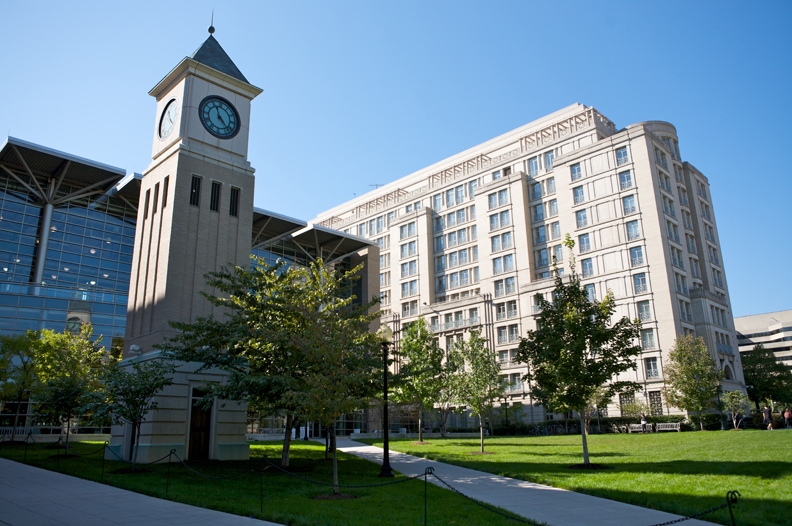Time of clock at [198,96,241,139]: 4:56
